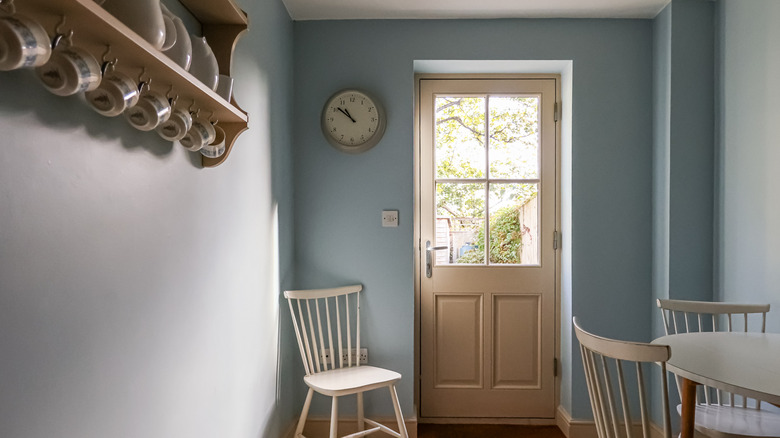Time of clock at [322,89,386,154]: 10:51
